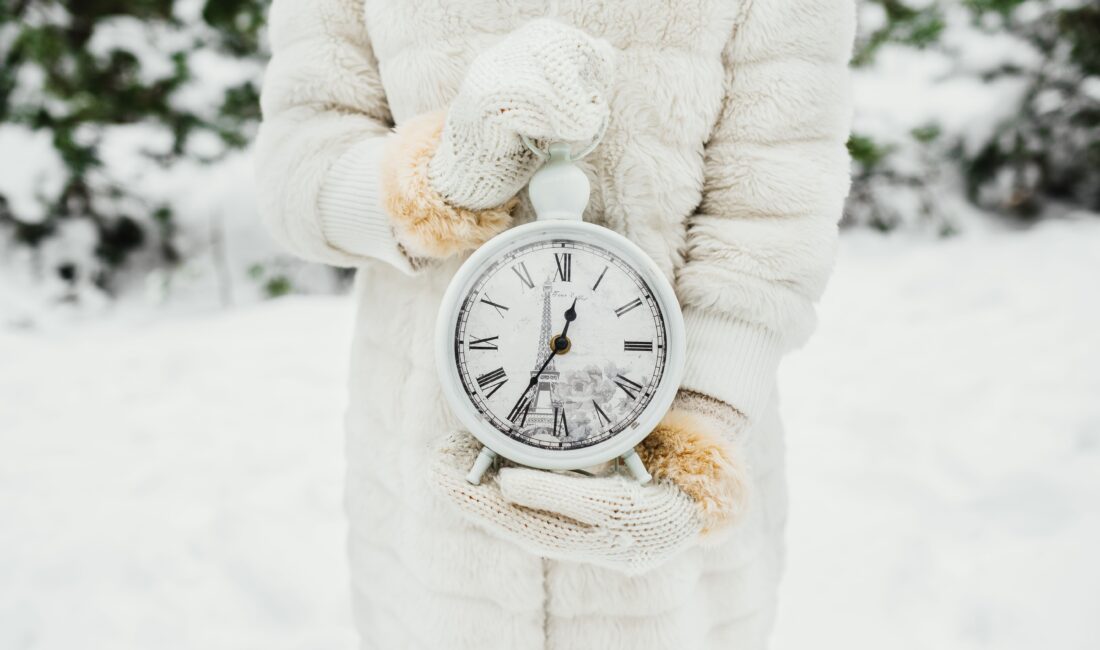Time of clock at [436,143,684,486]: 12:35
